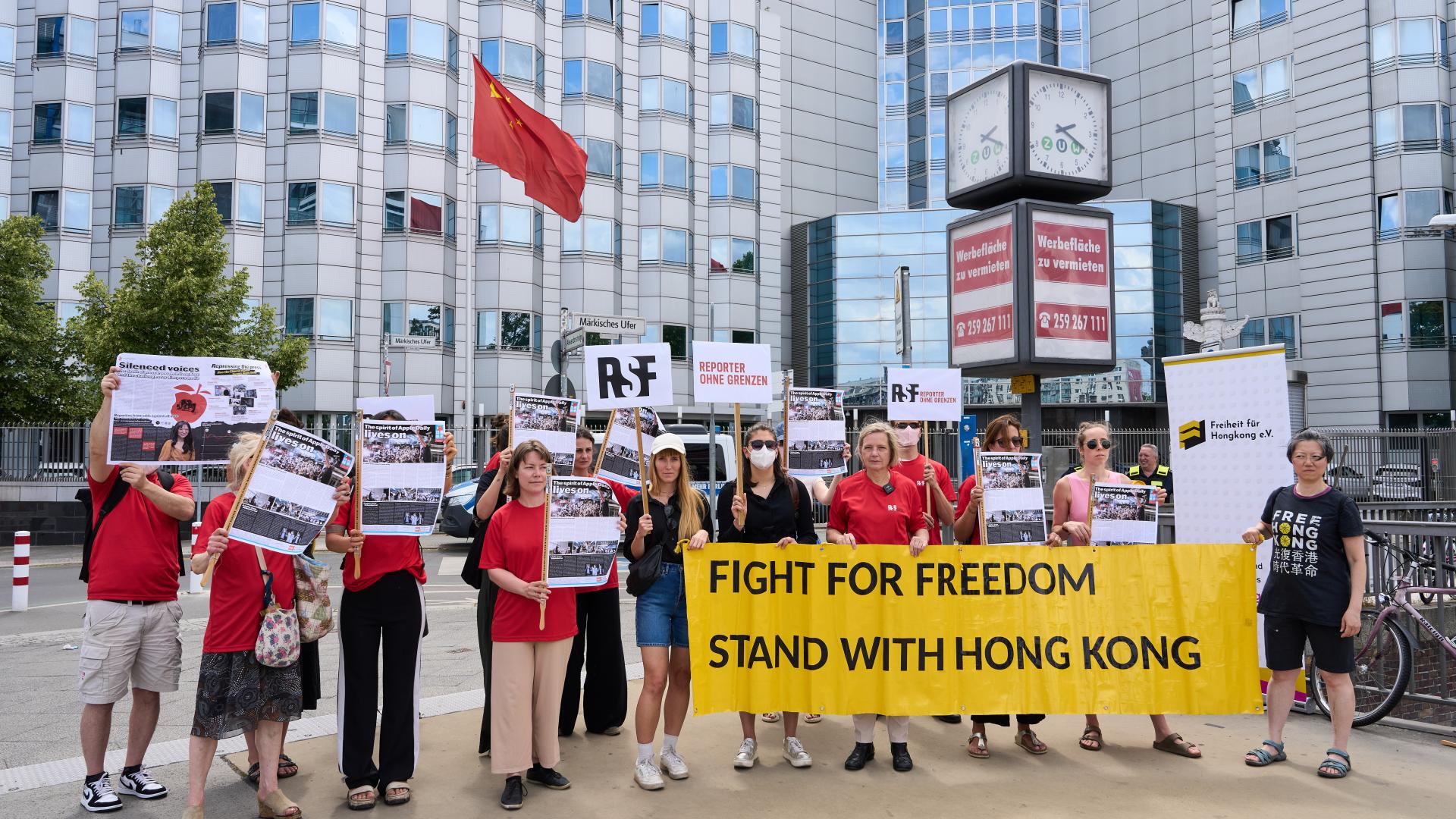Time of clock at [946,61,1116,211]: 2:19
